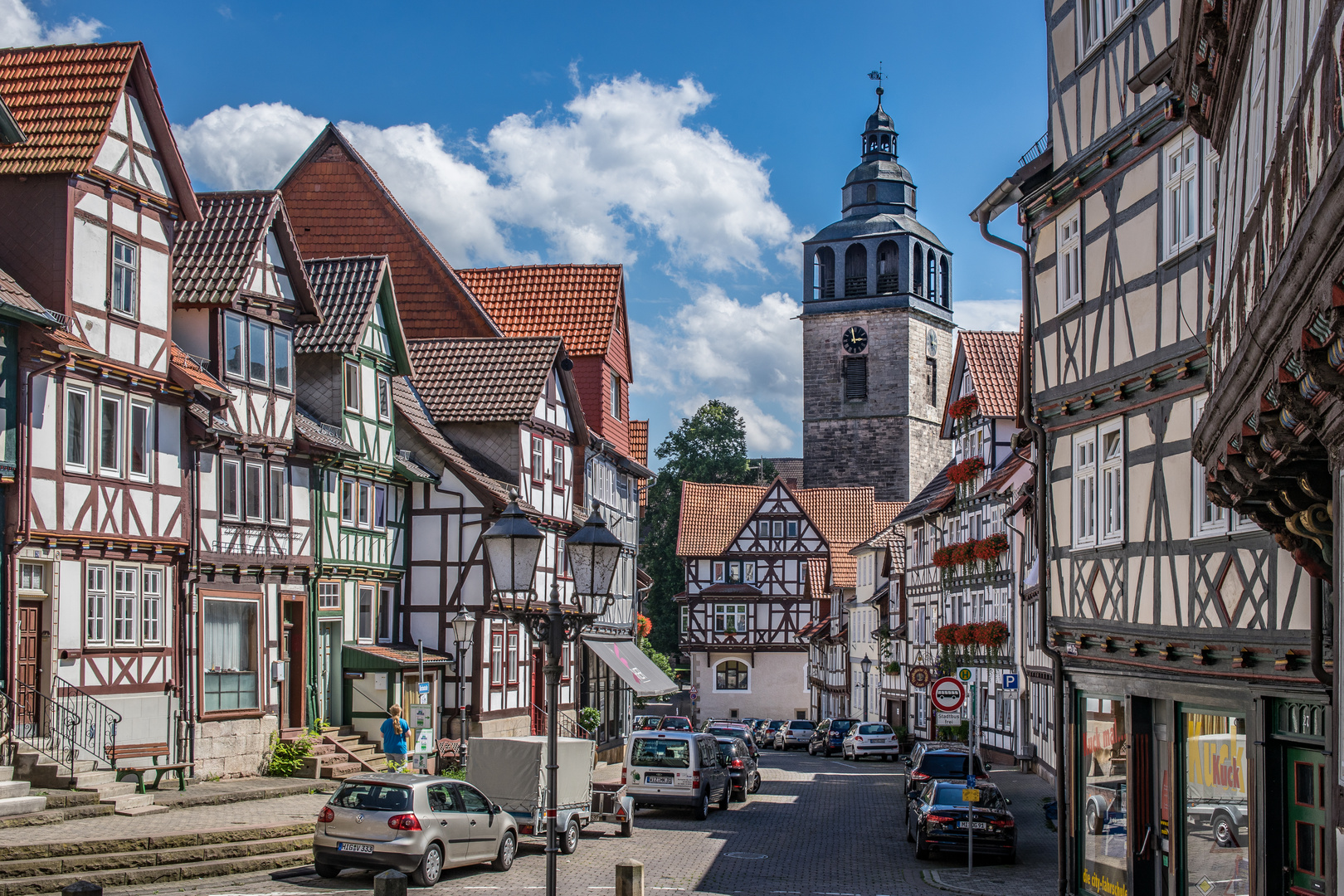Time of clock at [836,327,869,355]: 2:58
